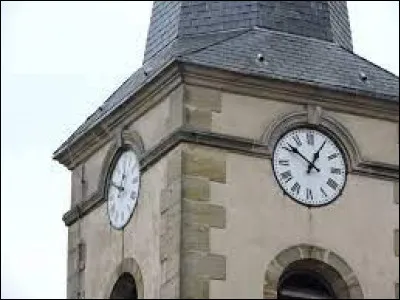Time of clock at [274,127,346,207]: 12:51
